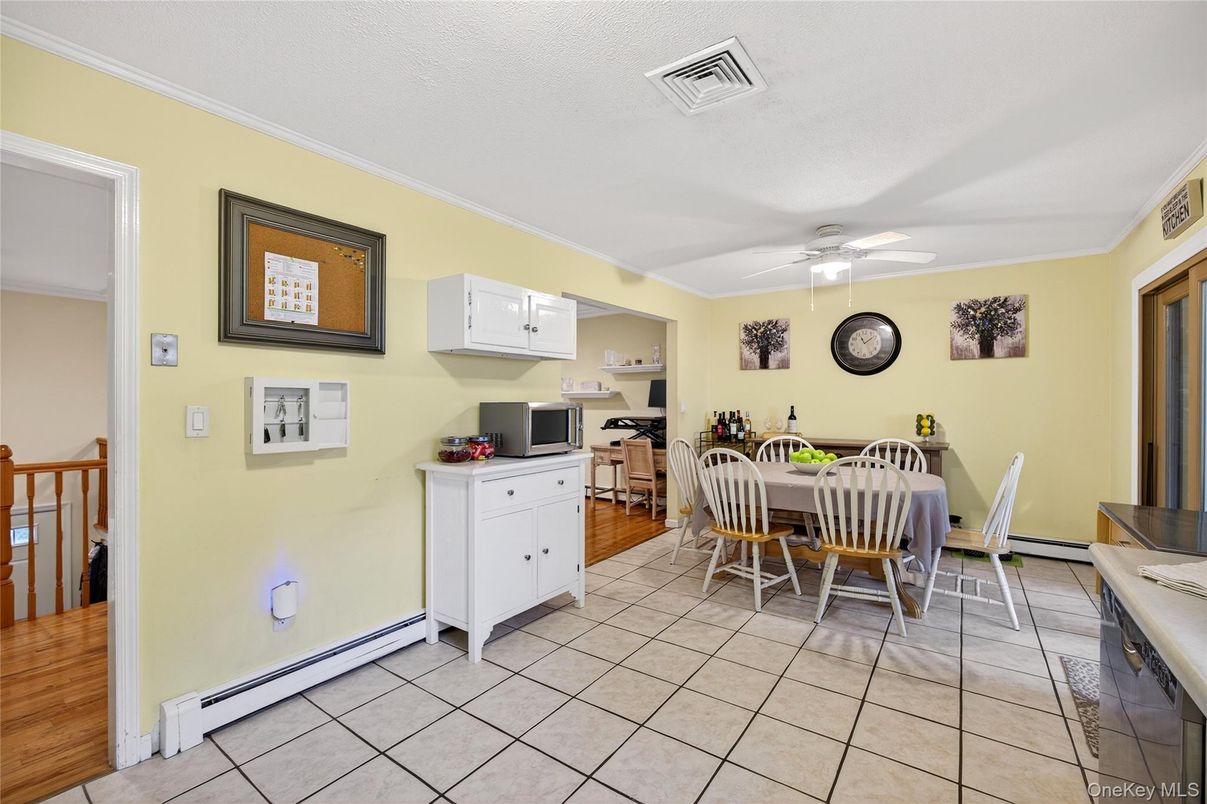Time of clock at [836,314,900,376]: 11:09
